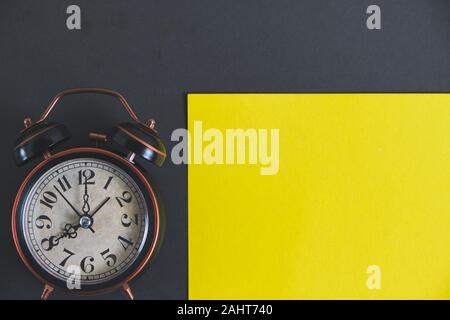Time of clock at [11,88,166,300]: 8:07
